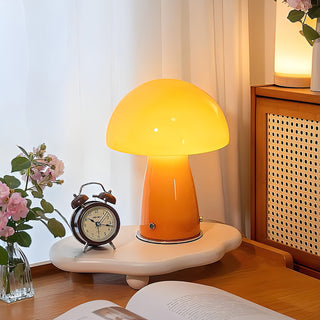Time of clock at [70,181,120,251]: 10:17
